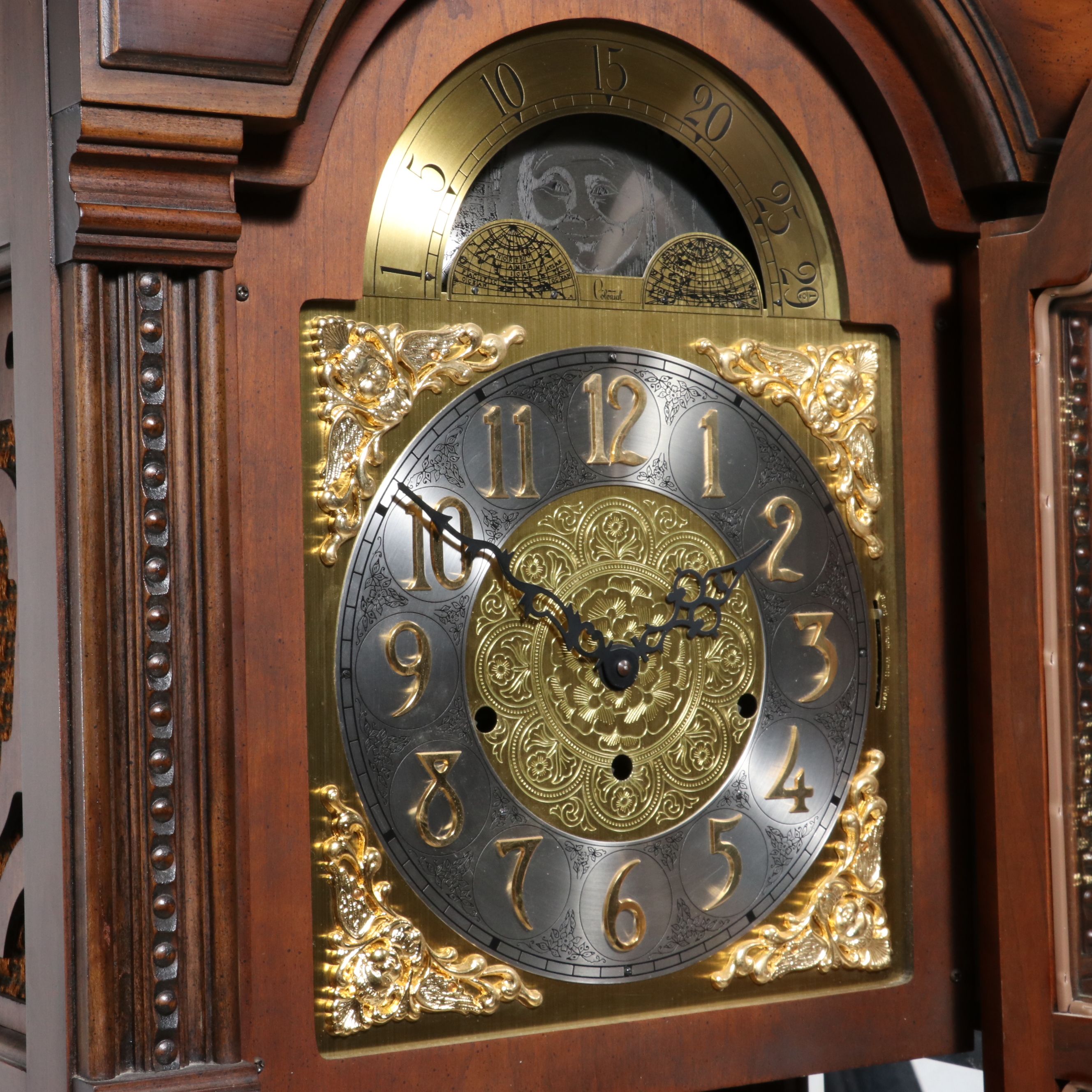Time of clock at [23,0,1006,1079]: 1:50
